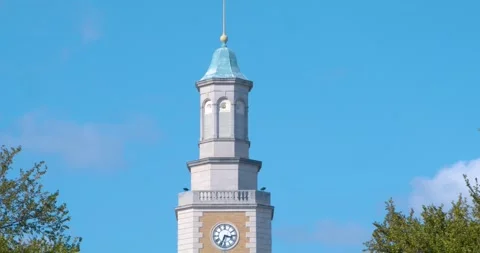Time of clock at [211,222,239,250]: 3:33
